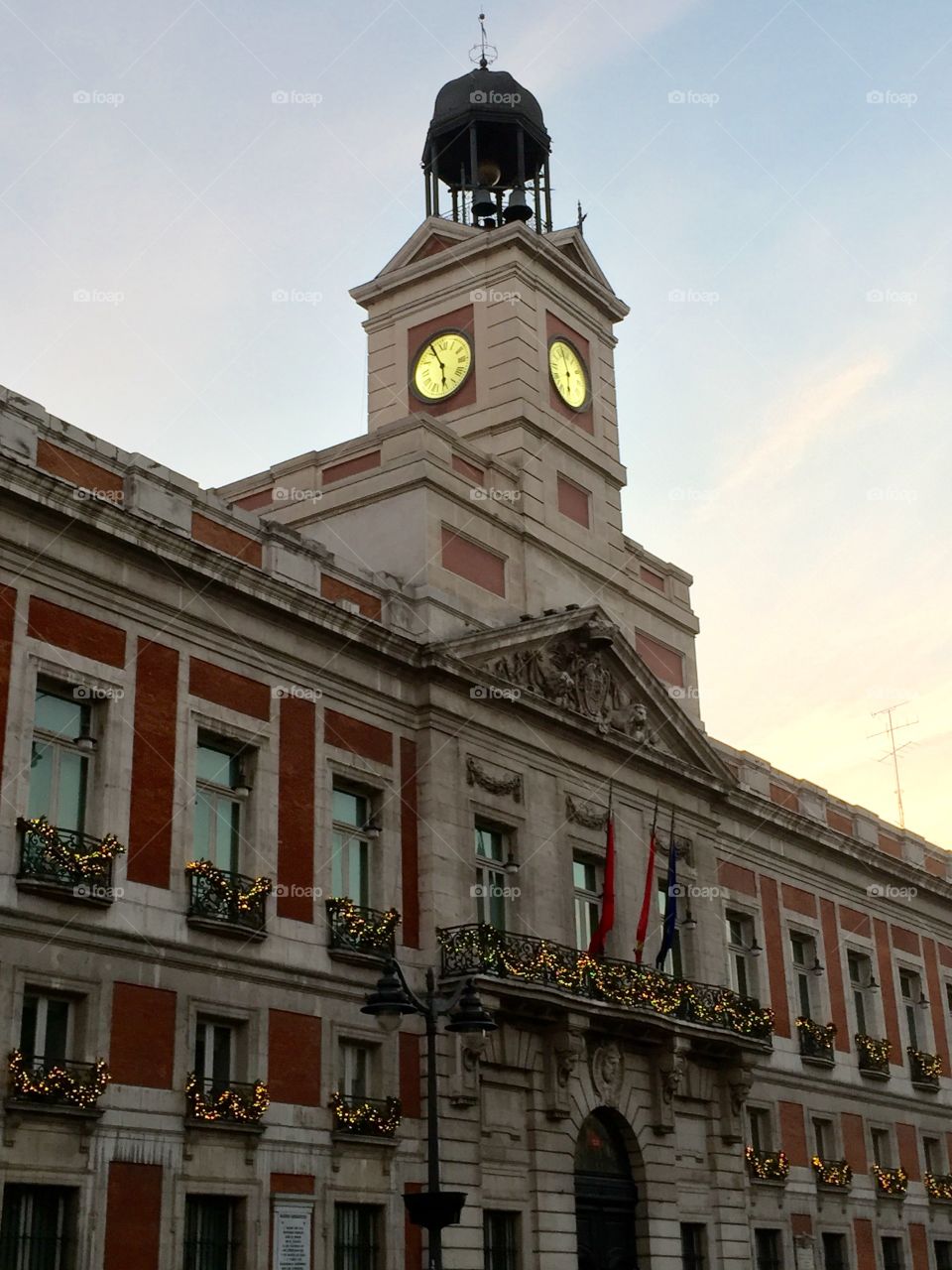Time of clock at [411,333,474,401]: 5:55
